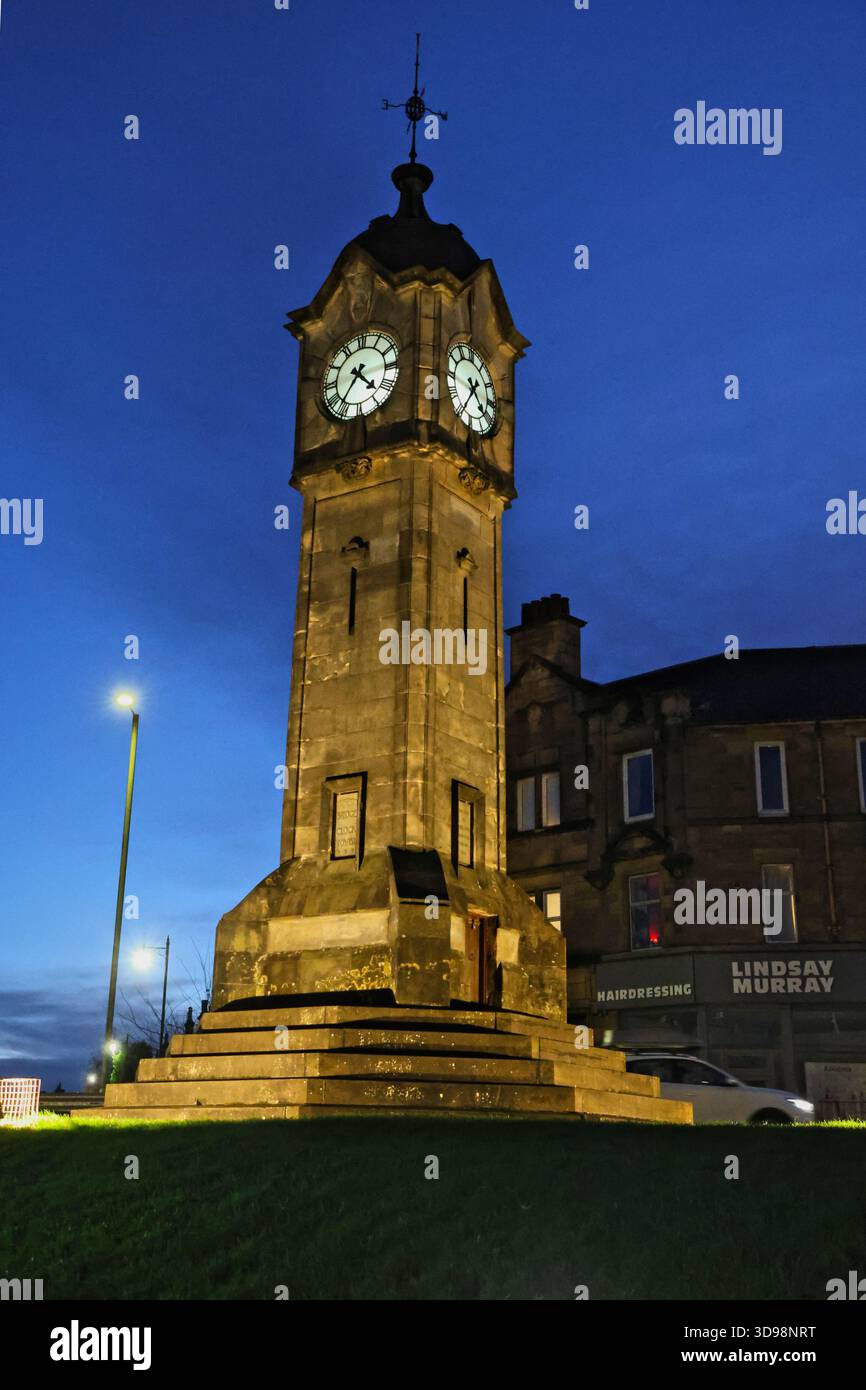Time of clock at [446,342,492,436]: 4:35
